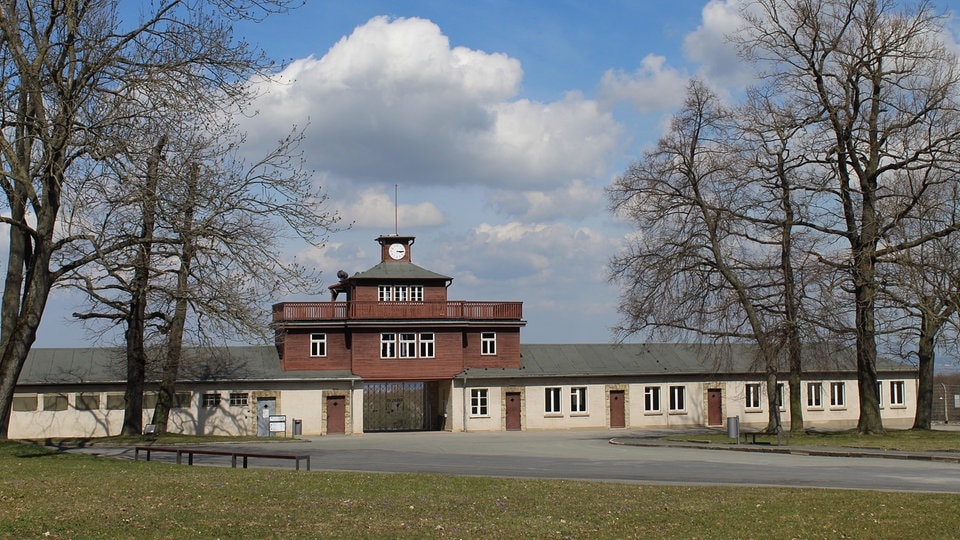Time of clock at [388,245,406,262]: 3:14
